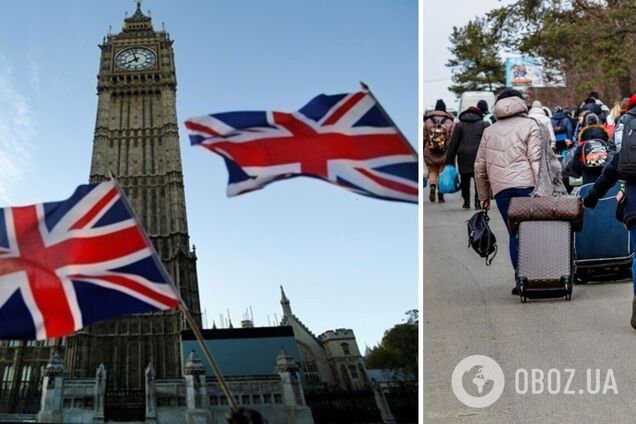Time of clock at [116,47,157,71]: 7:57
